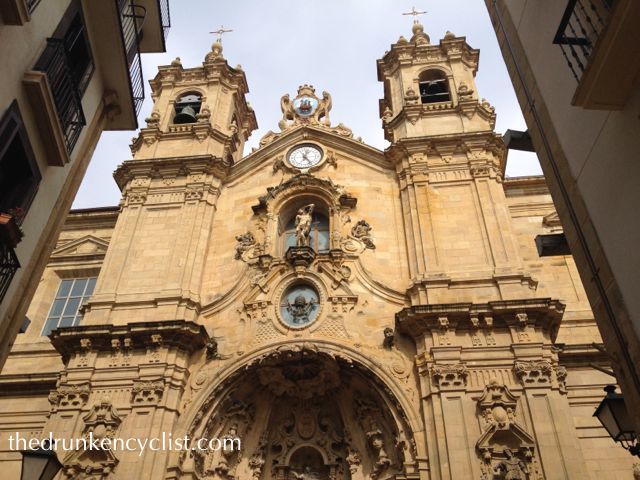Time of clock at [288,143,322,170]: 12:23
